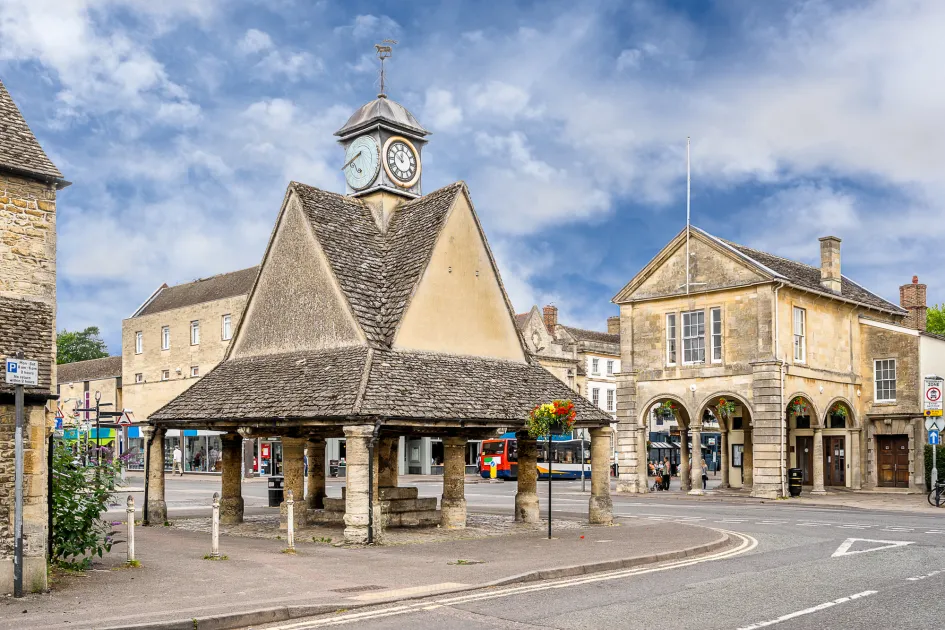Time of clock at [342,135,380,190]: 7:40
